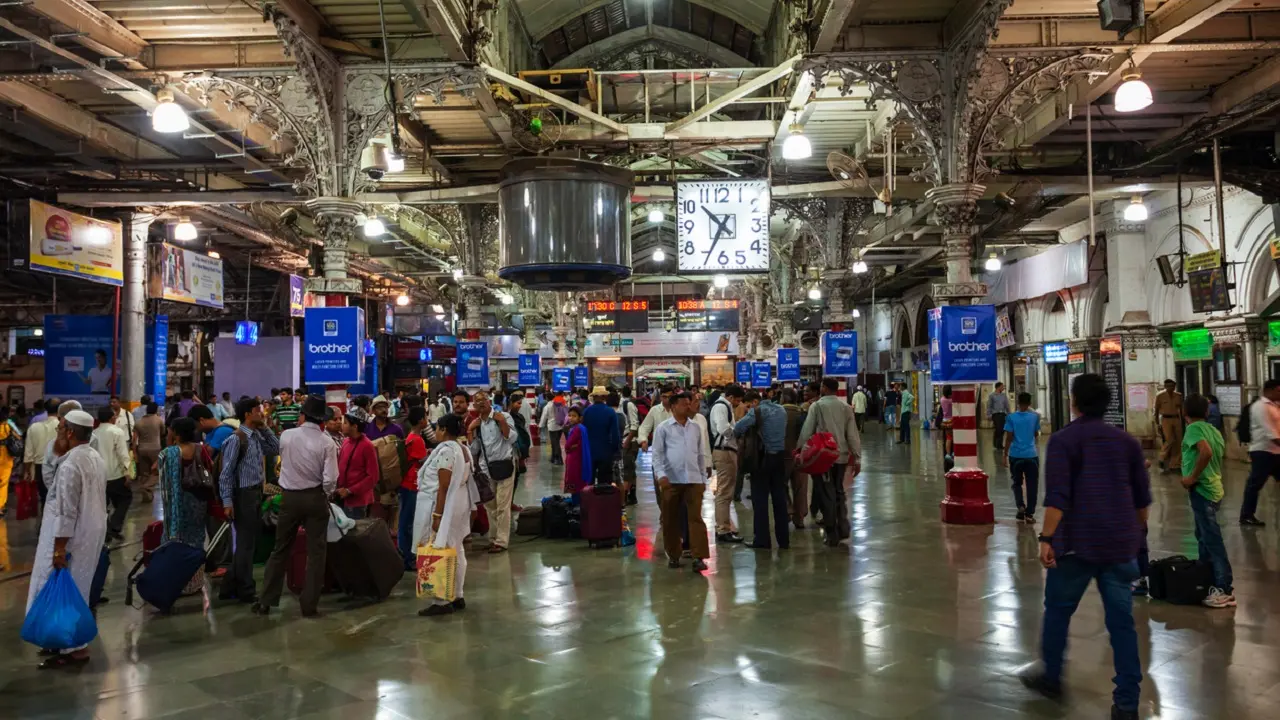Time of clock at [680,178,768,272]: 10:34
